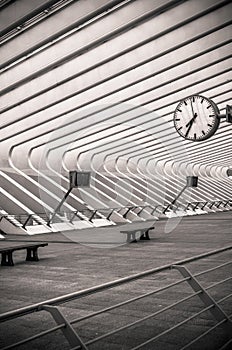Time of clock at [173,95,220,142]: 7:34
